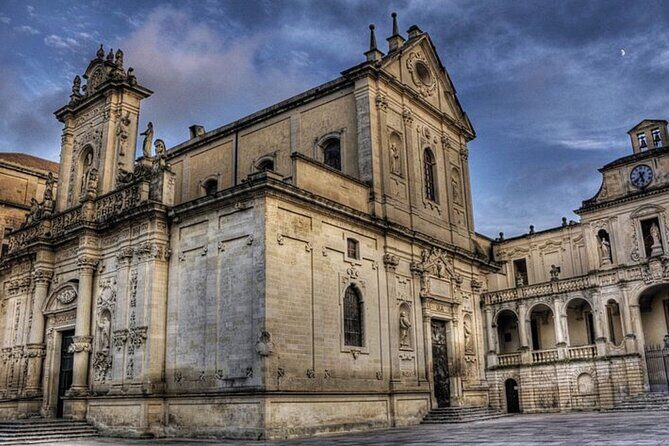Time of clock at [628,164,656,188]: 5:38
